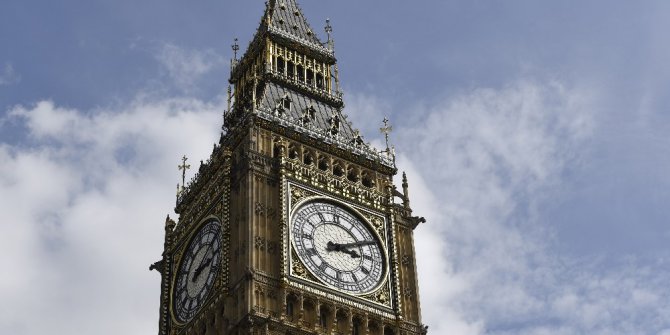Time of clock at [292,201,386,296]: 3:10
